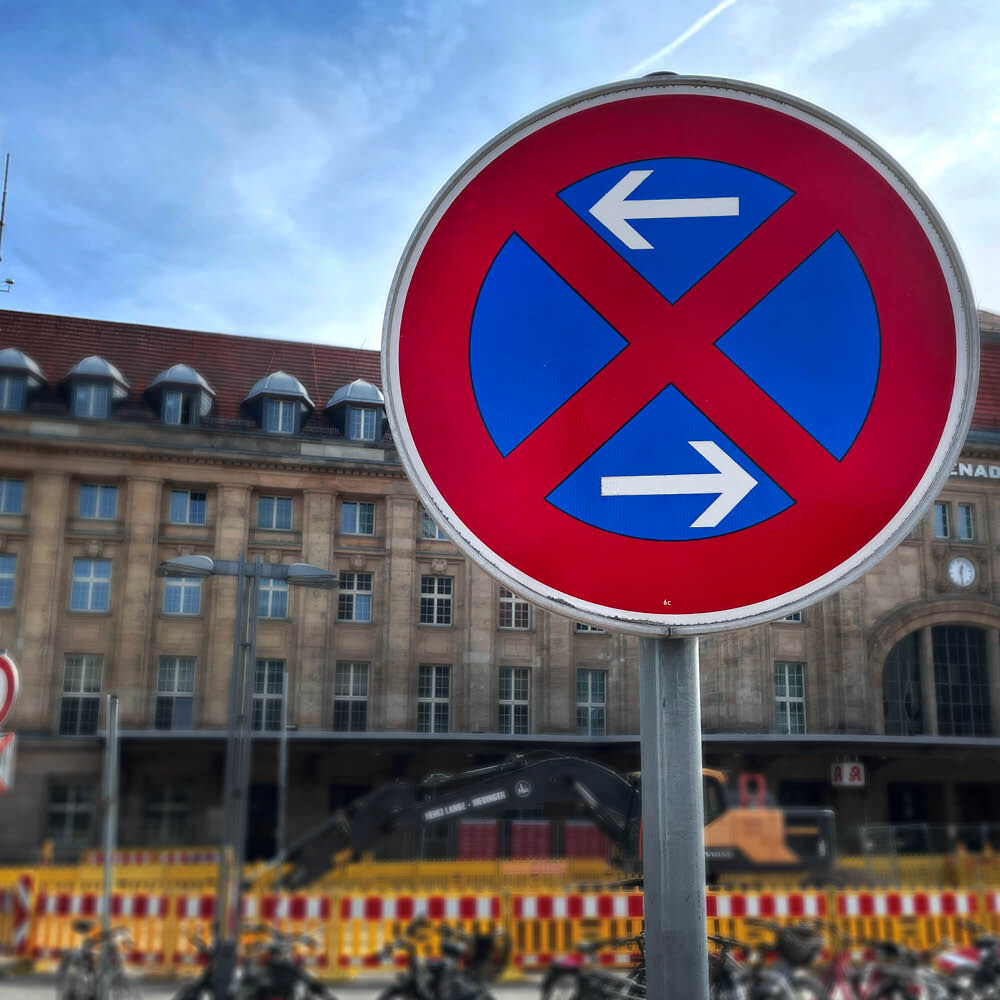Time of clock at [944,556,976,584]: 12:28
